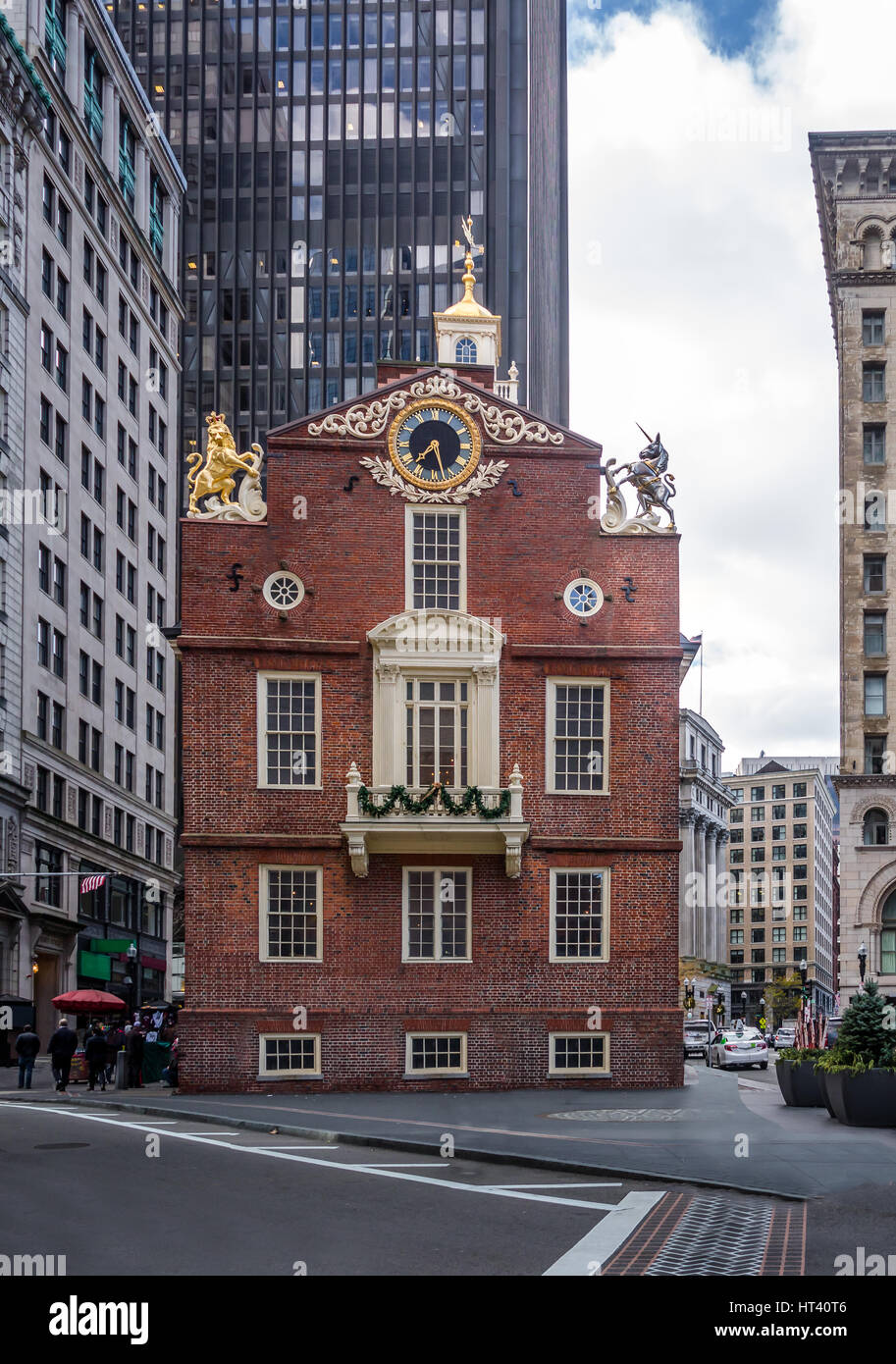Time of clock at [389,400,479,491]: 7:27
